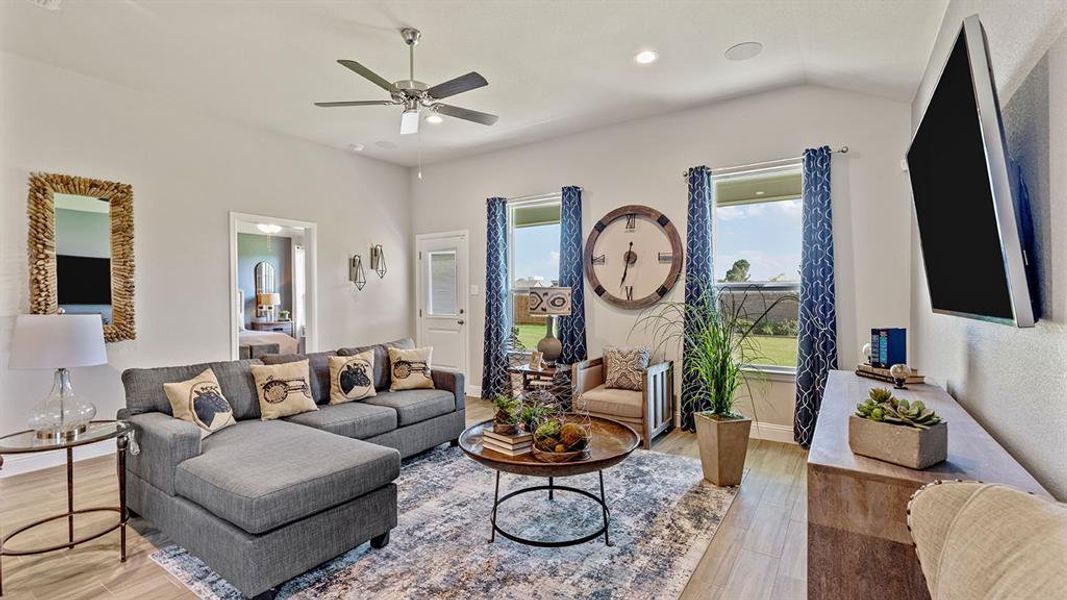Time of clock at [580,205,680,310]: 6:32
